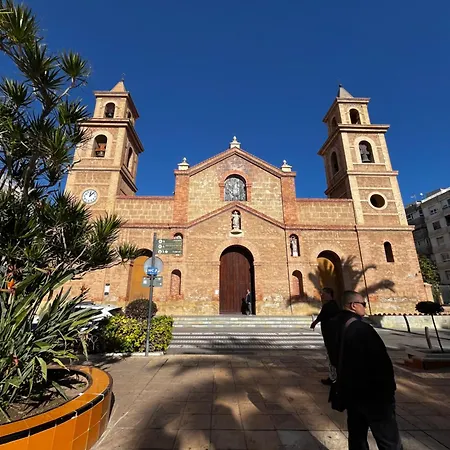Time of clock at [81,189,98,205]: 12:07
